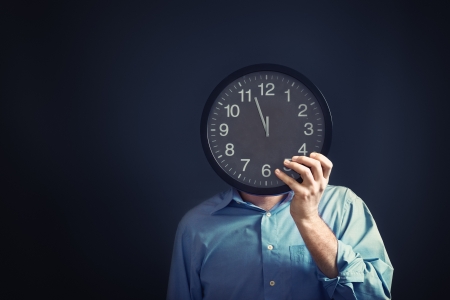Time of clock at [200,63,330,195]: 11:56
